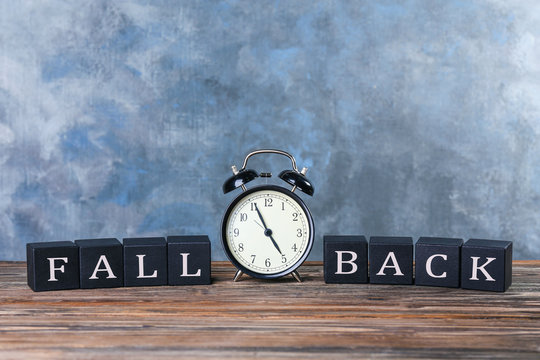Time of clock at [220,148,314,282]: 4:55
